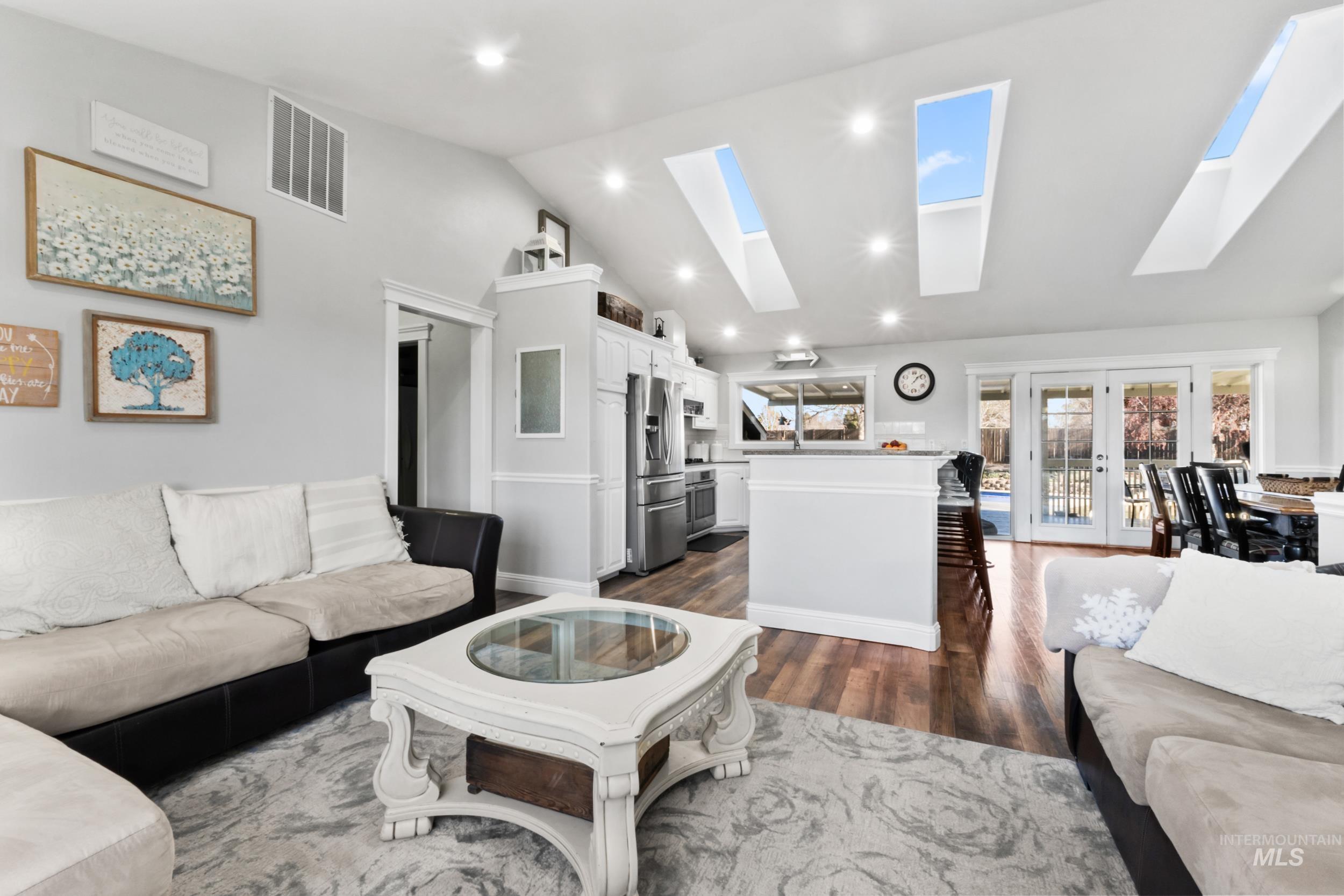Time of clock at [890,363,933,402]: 1:07
